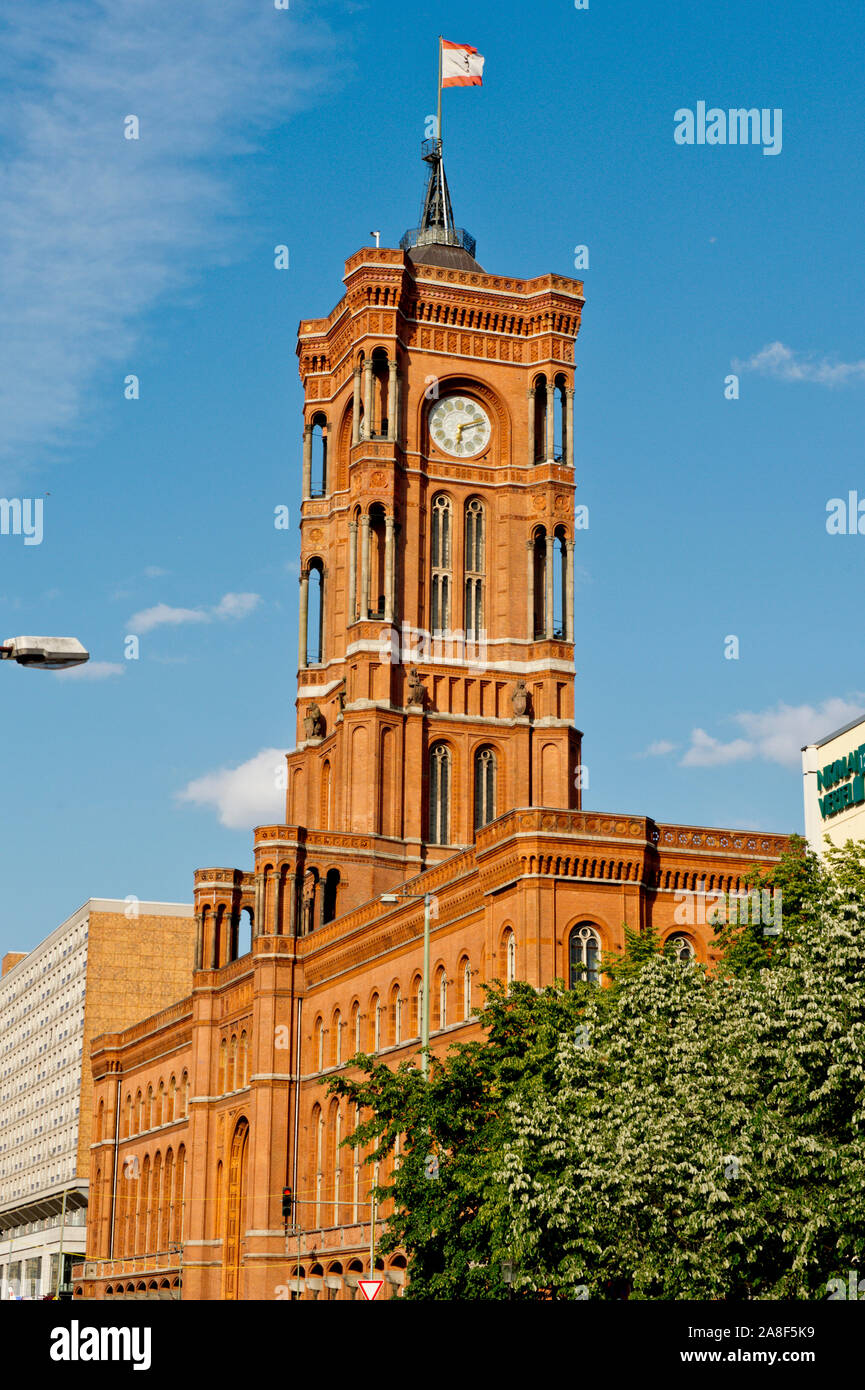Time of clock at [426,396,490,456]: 6:11
